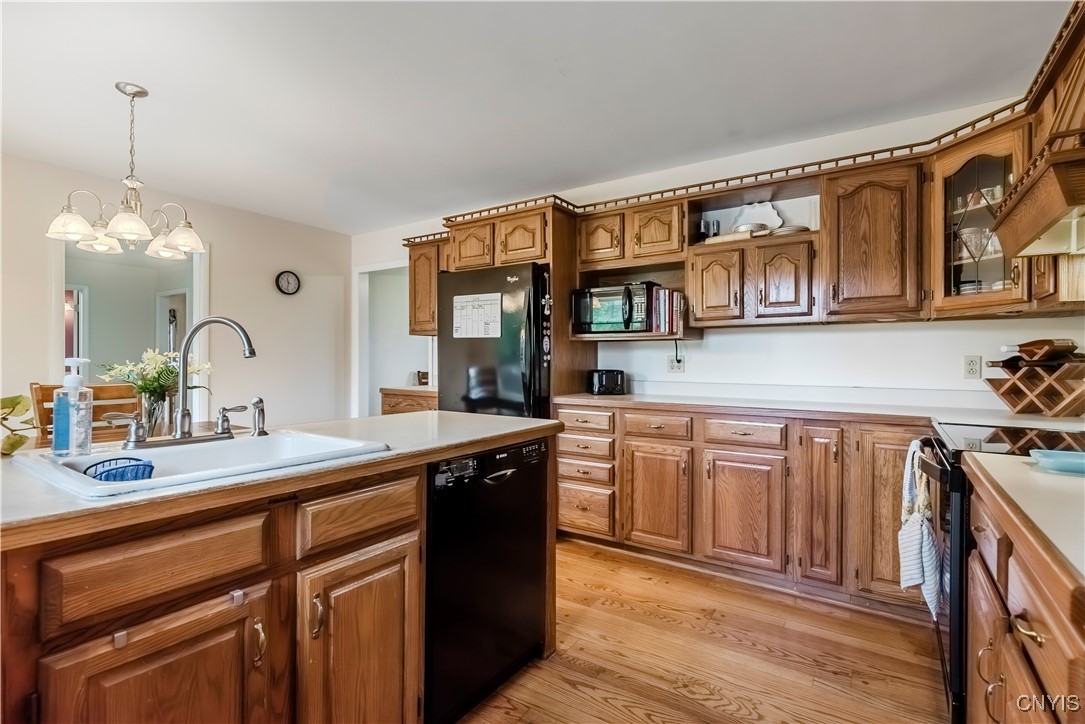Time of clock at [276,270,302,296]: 11:32
